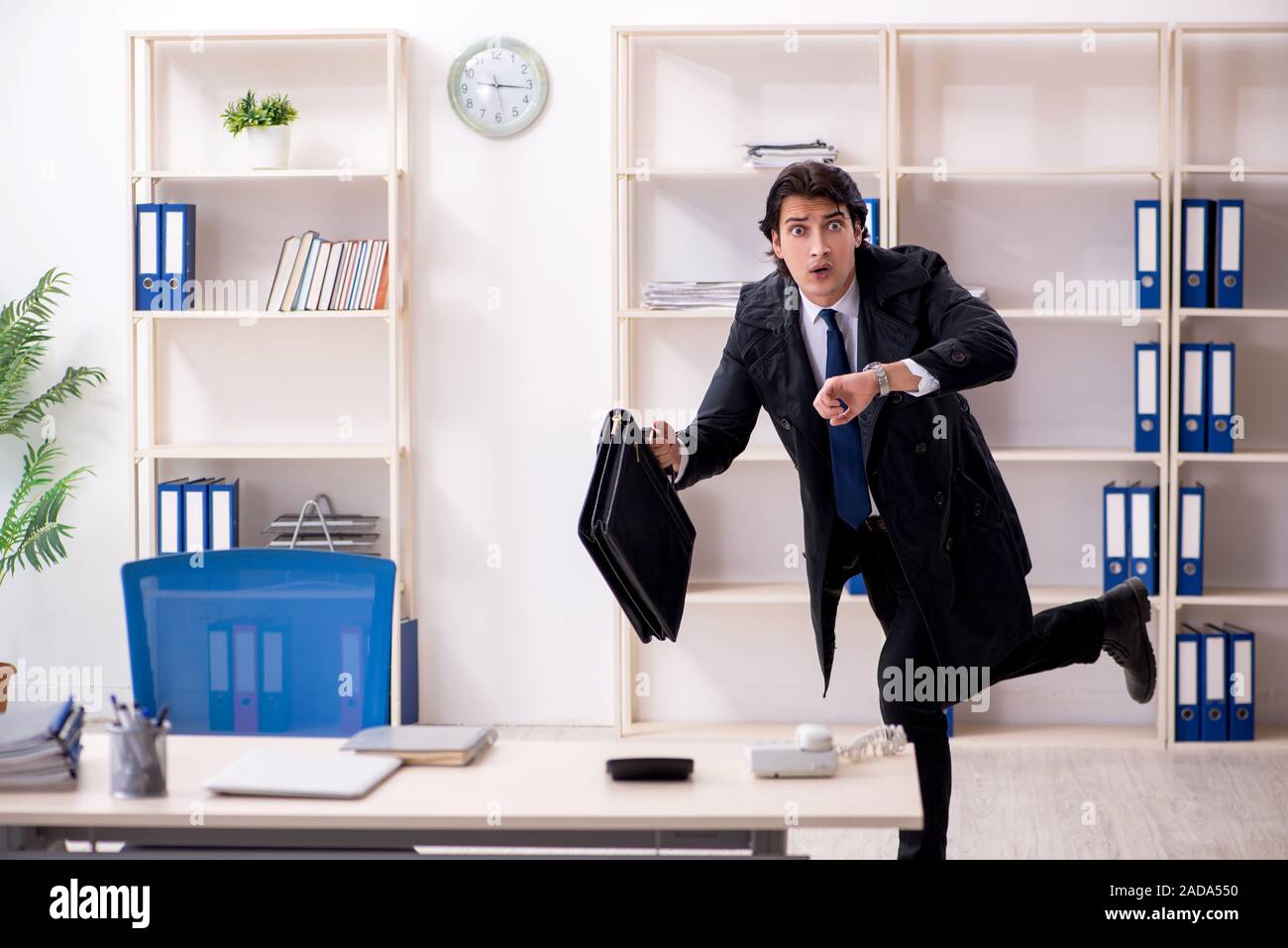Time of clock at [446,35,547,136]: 9:16
